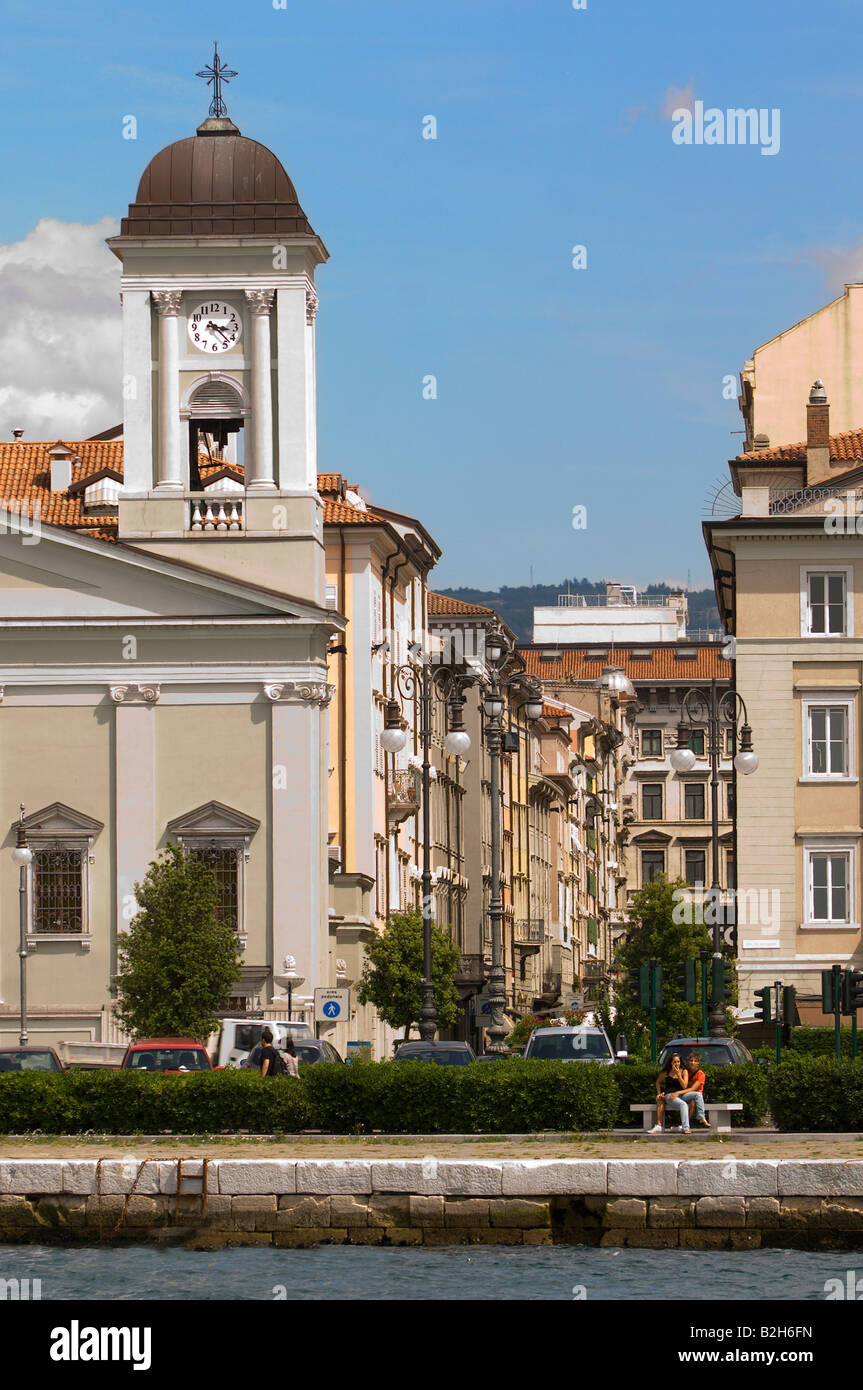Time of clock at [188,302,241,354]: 3:22
